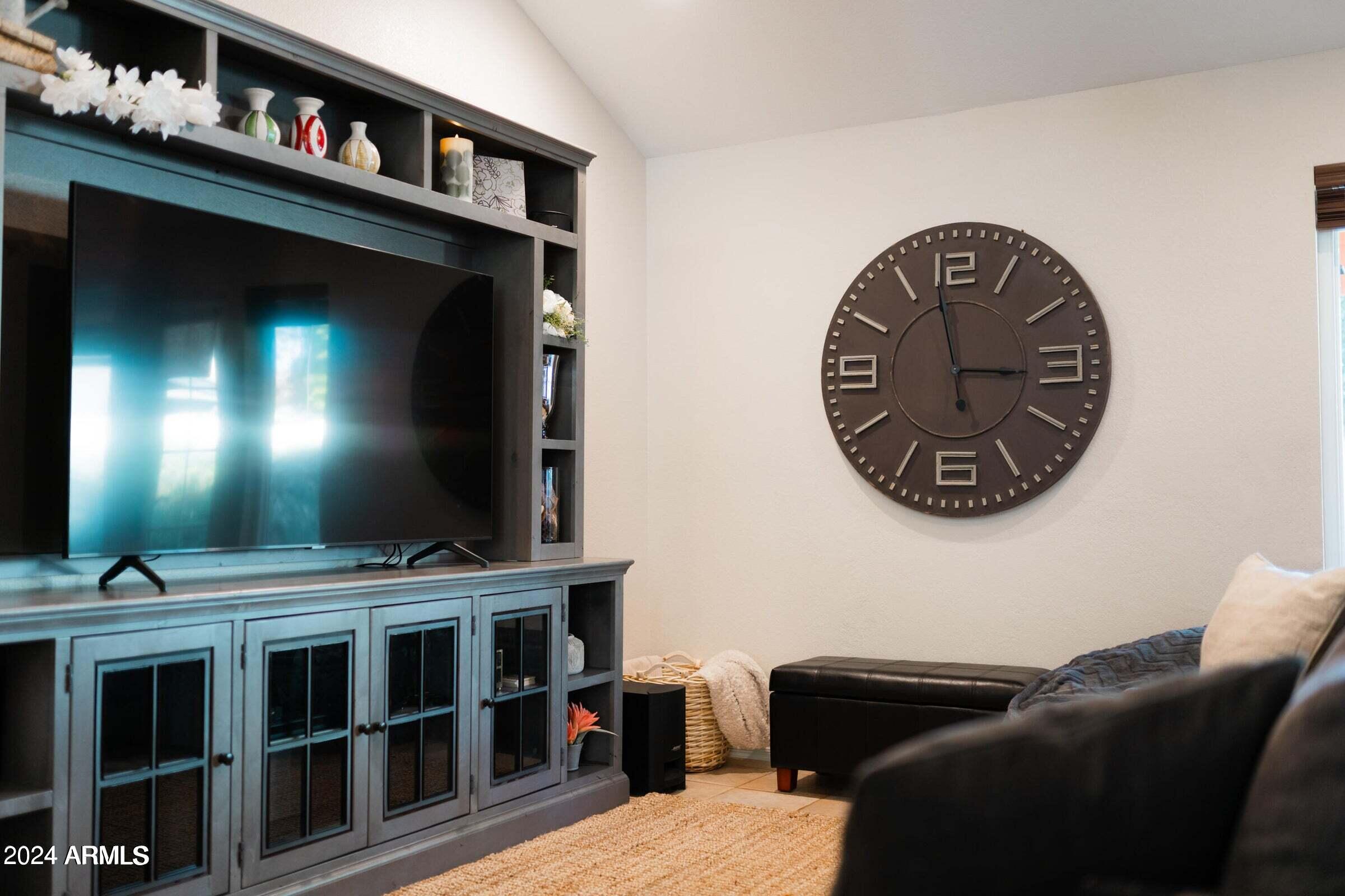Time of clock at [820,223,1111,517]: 2:58
